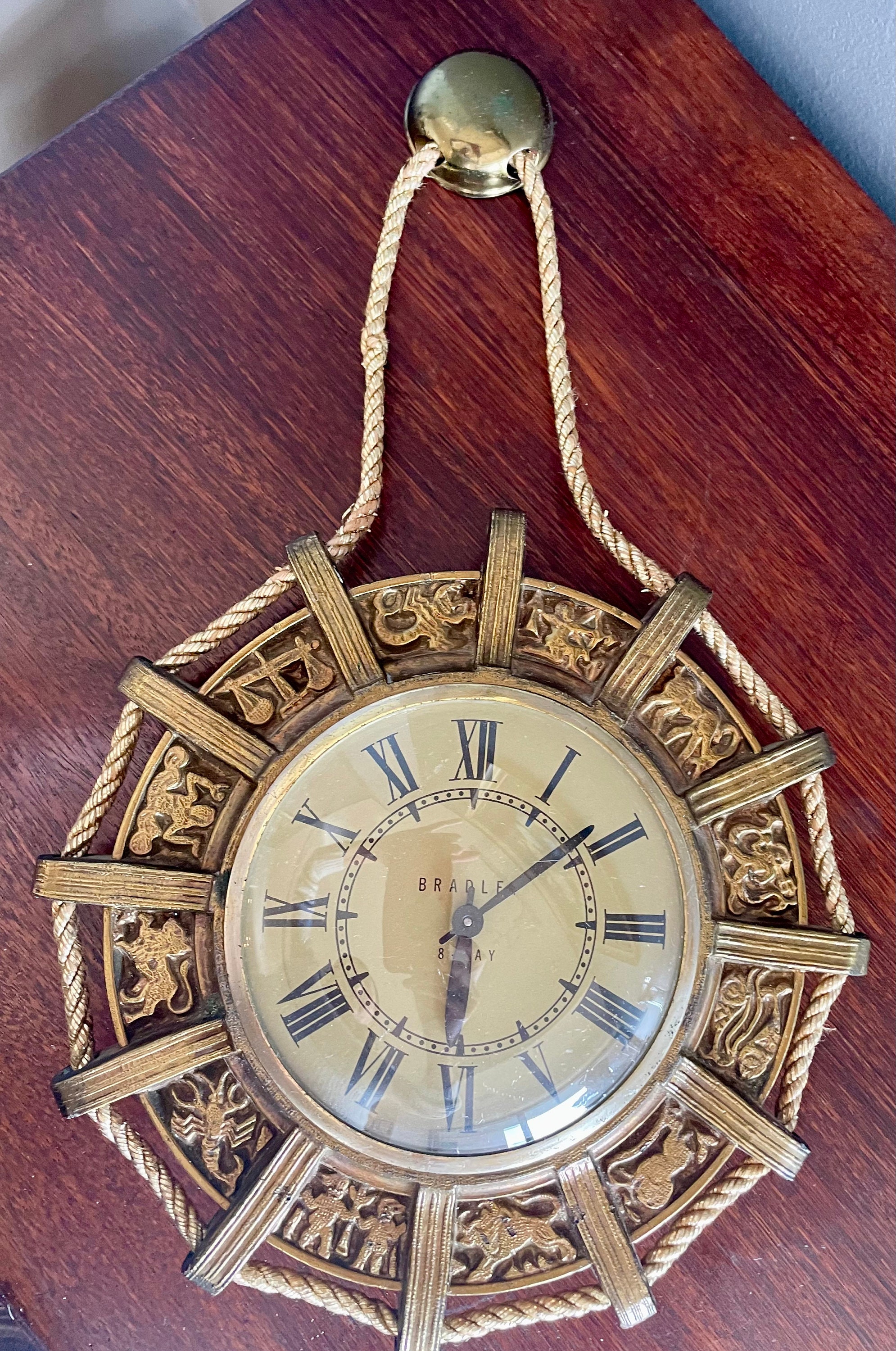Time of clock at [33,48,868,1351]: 6:08
